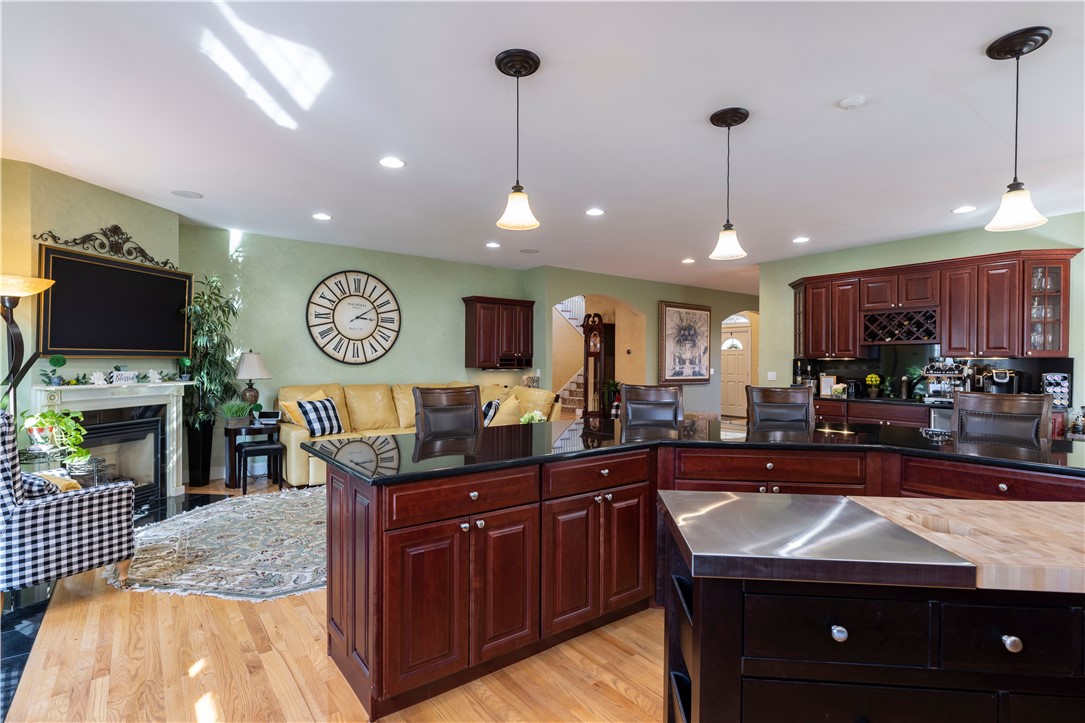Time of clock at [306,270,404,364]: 3:09
